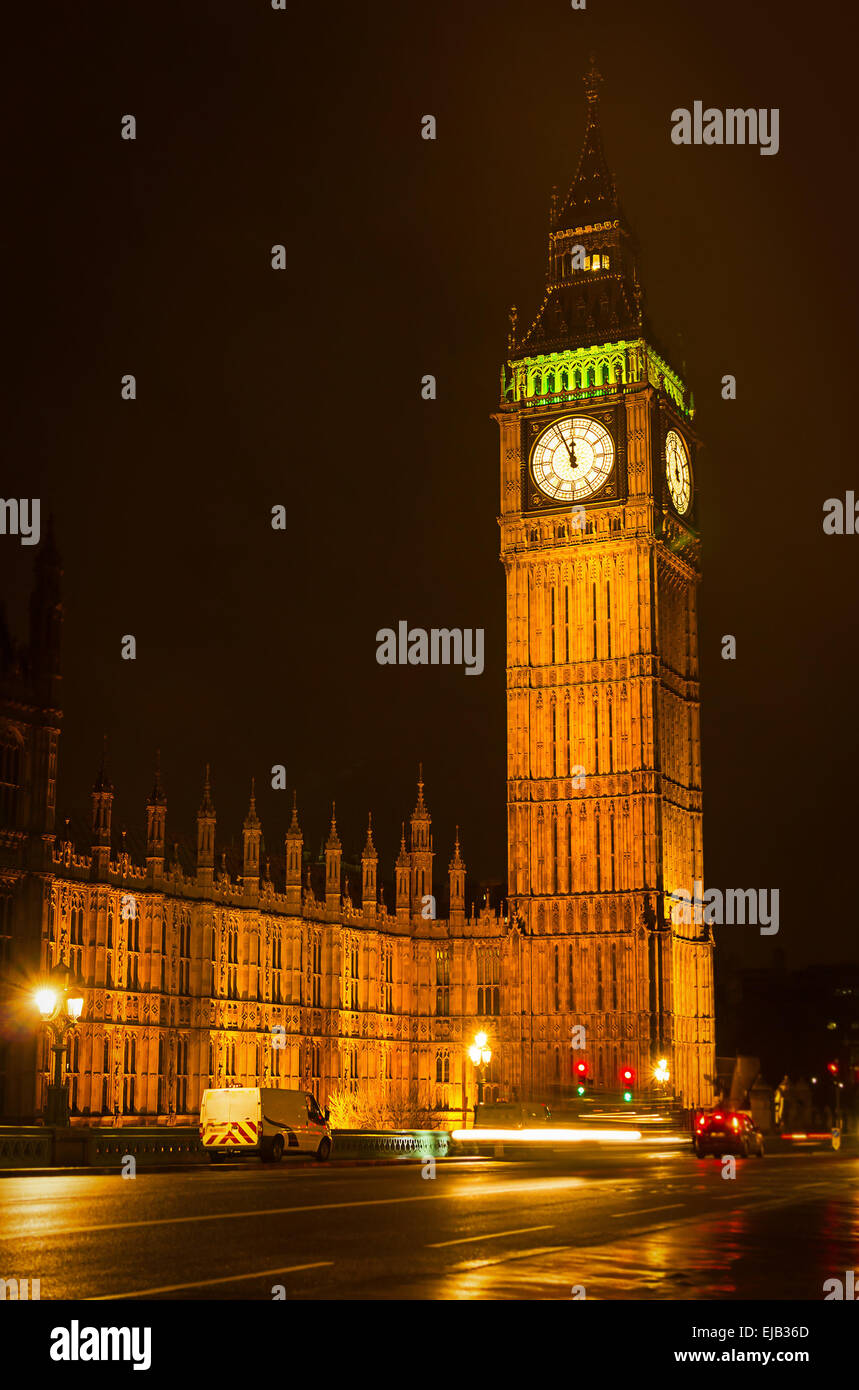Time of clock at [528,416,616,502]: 11:55
